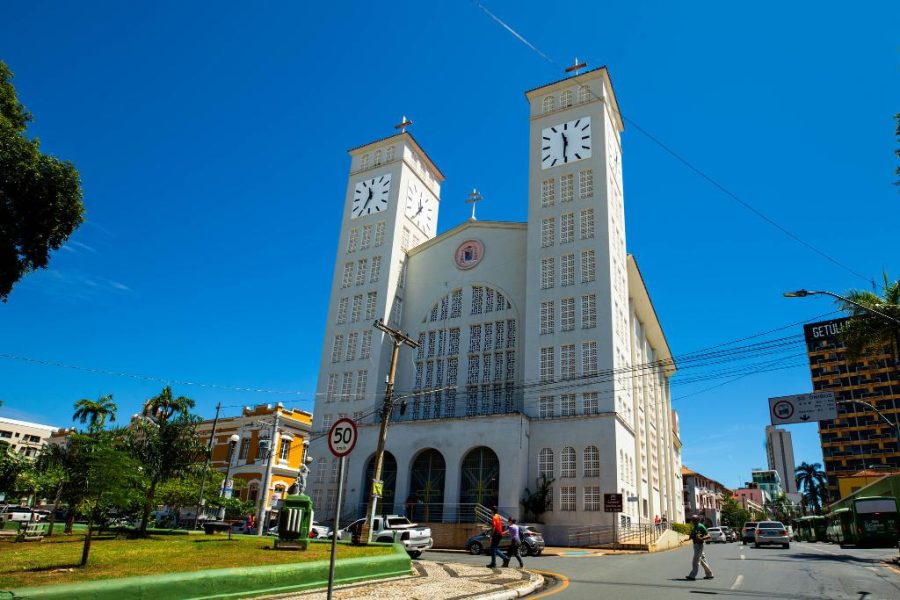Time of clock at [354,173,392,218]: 11:34
